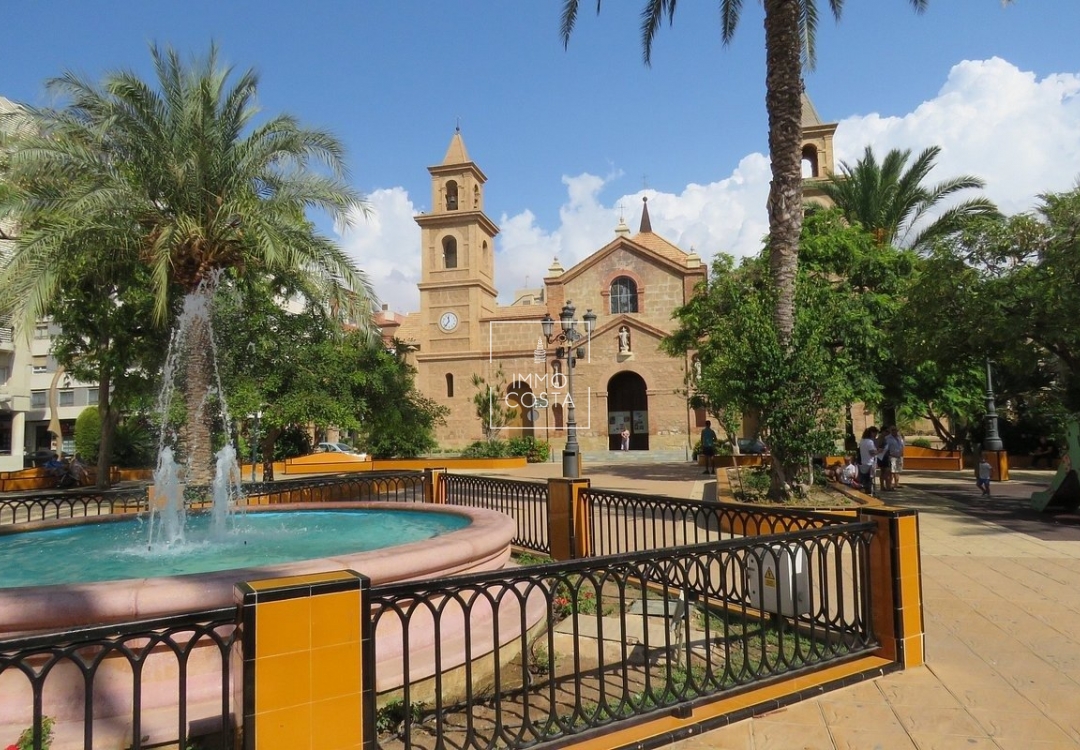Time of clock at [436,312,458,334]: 11:36
